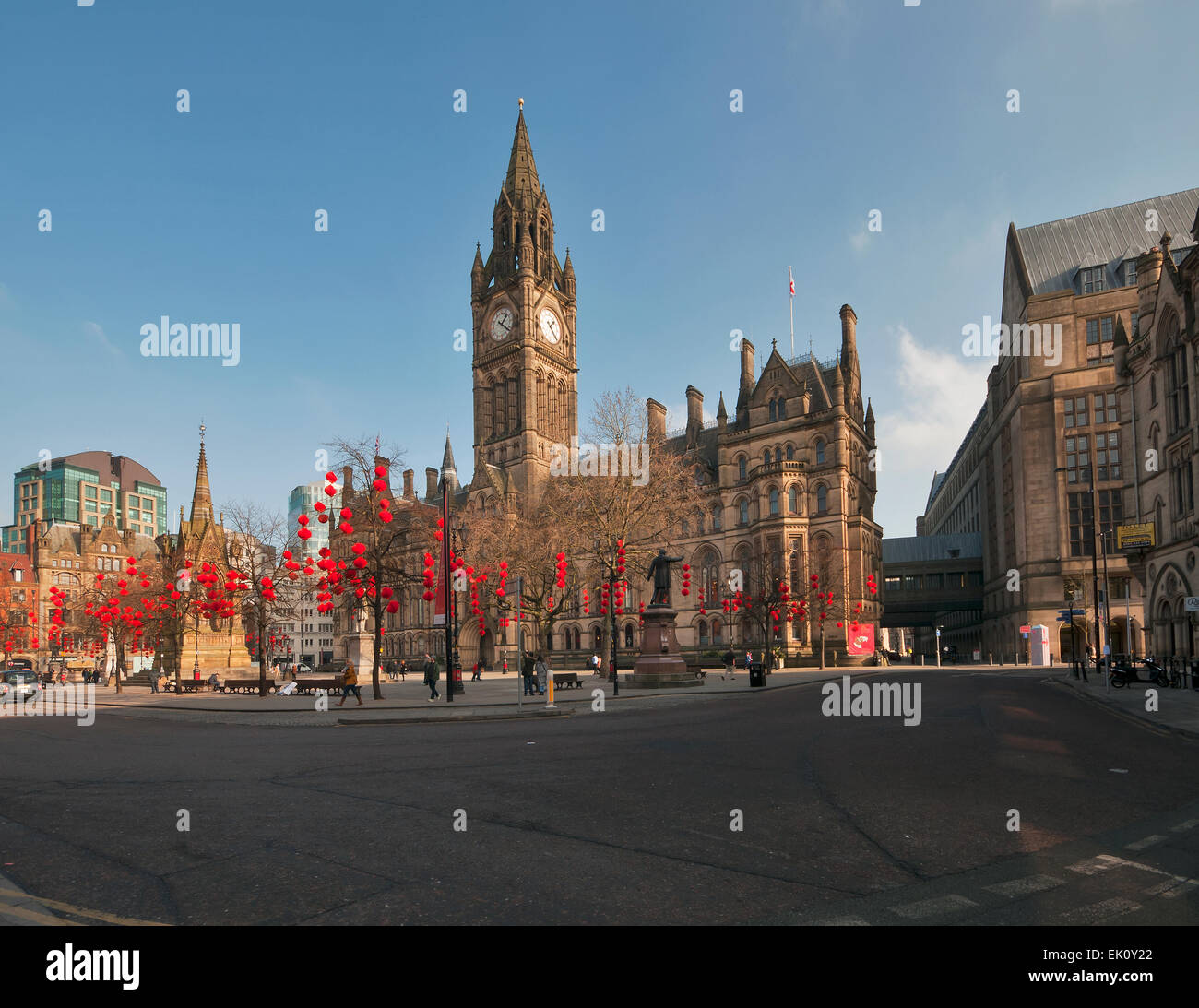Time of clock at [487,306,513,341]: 1:20
